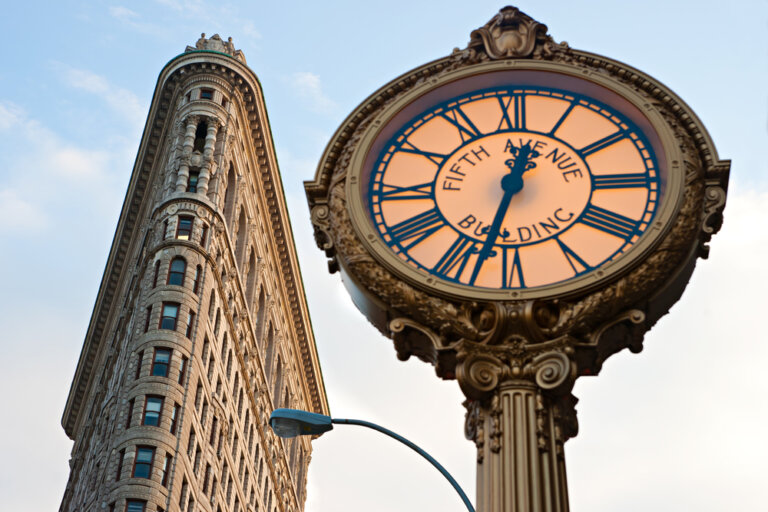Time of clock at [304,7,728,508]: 12:32
